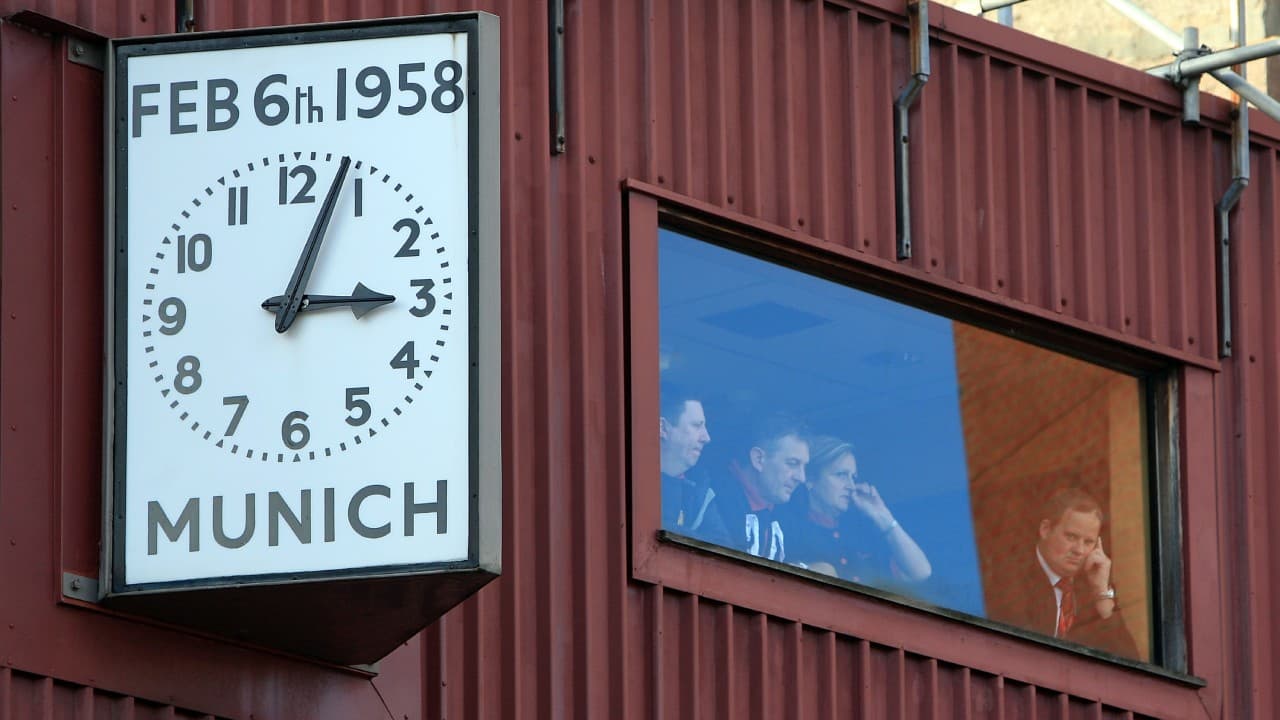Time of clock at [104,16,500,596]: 3:04
